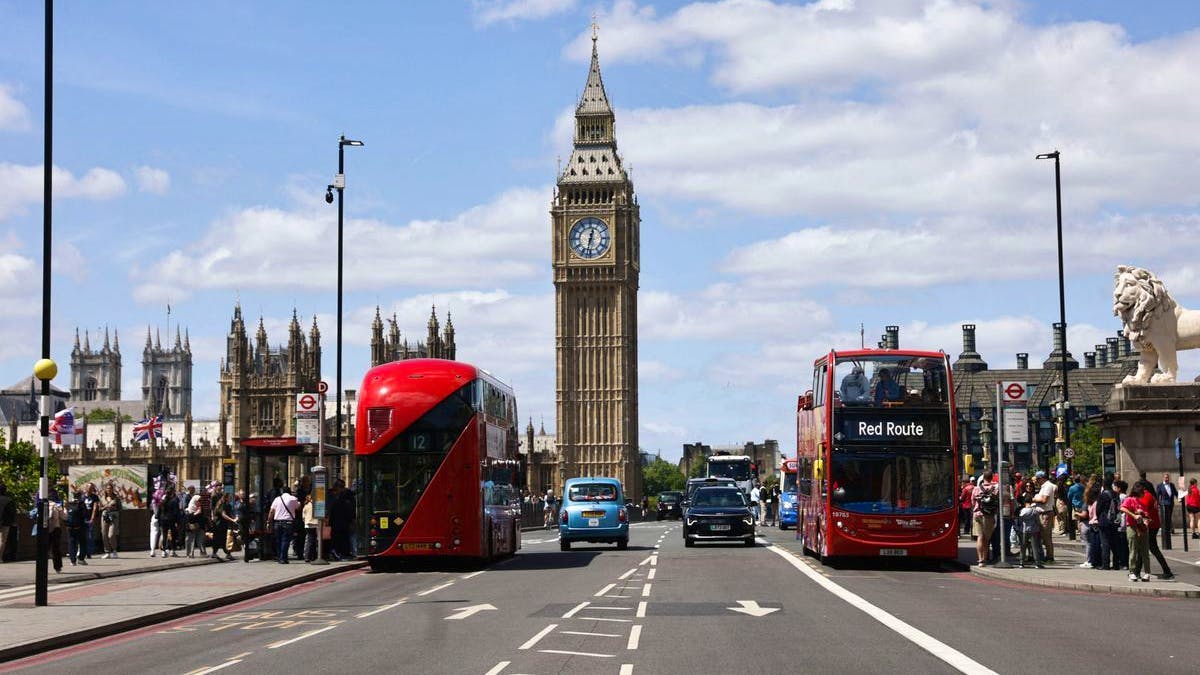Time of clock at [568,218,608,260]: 12:32
